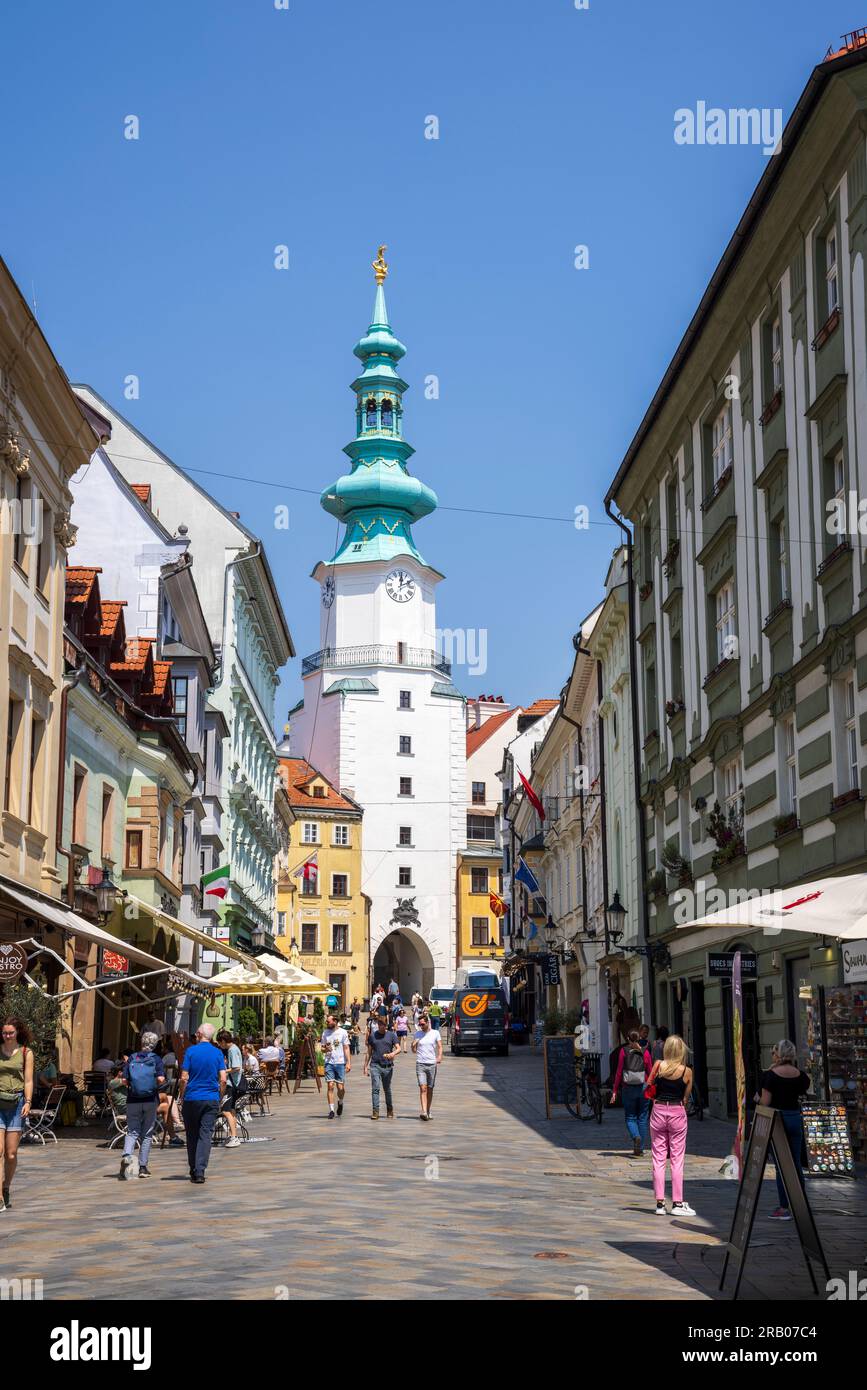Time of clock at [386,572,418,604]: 12:10
